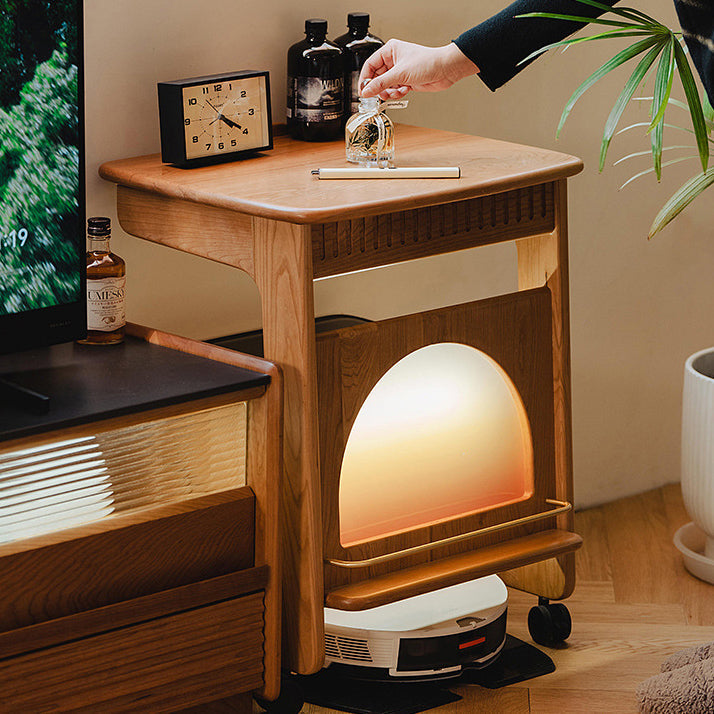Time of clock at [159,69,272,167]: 4:20
